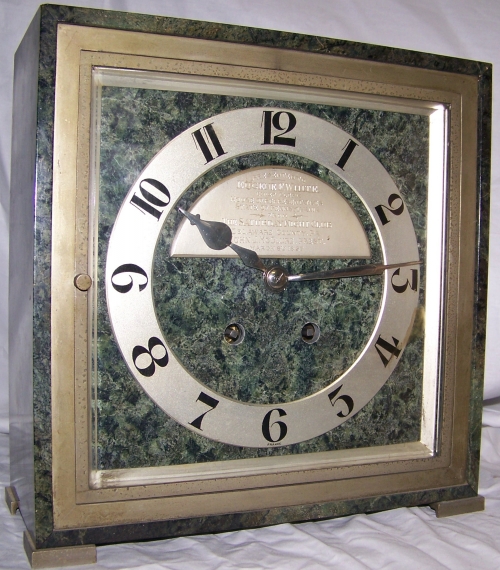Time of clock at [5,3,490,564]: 10:14
